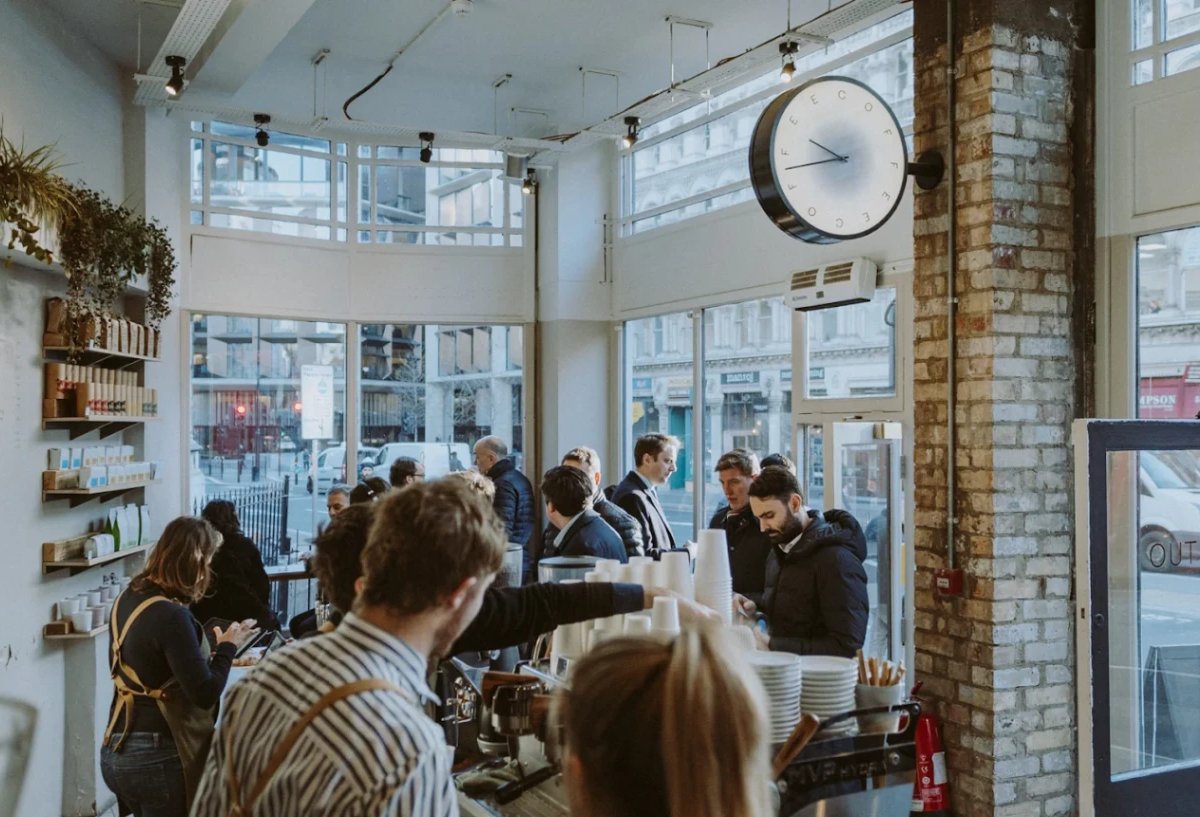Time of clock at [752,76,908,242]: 9:42
